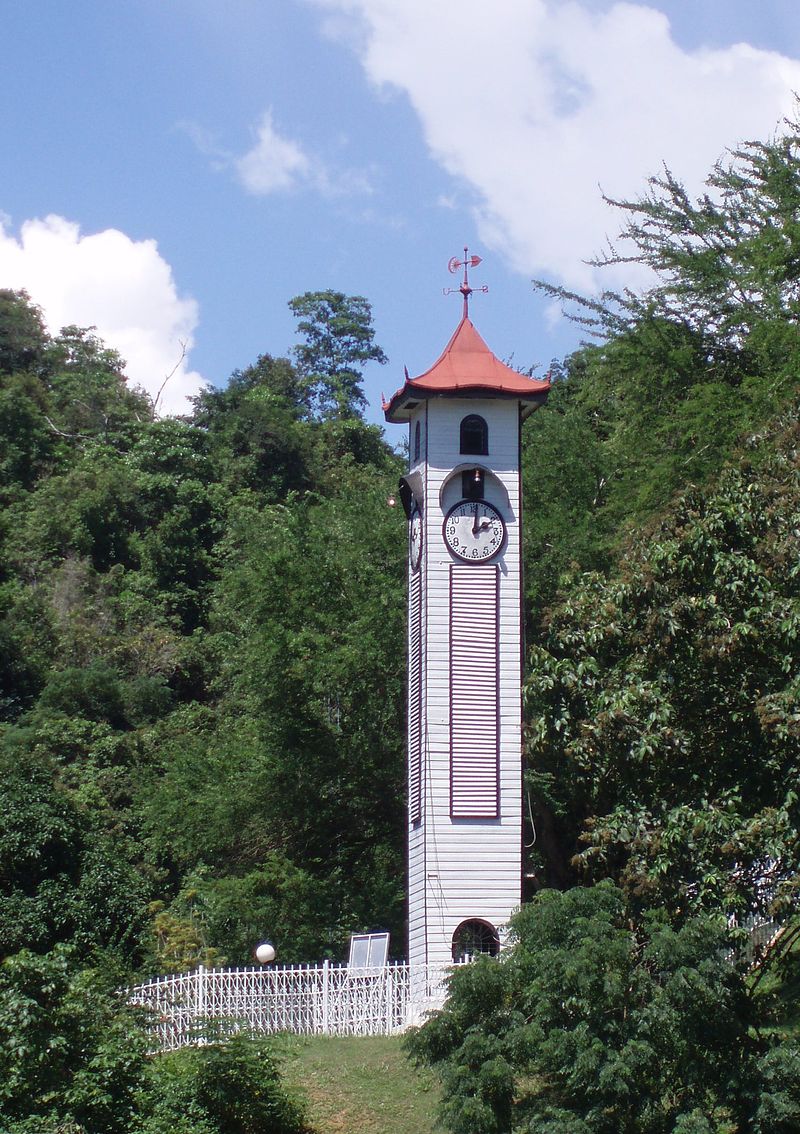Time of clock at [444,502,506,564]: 2:01
